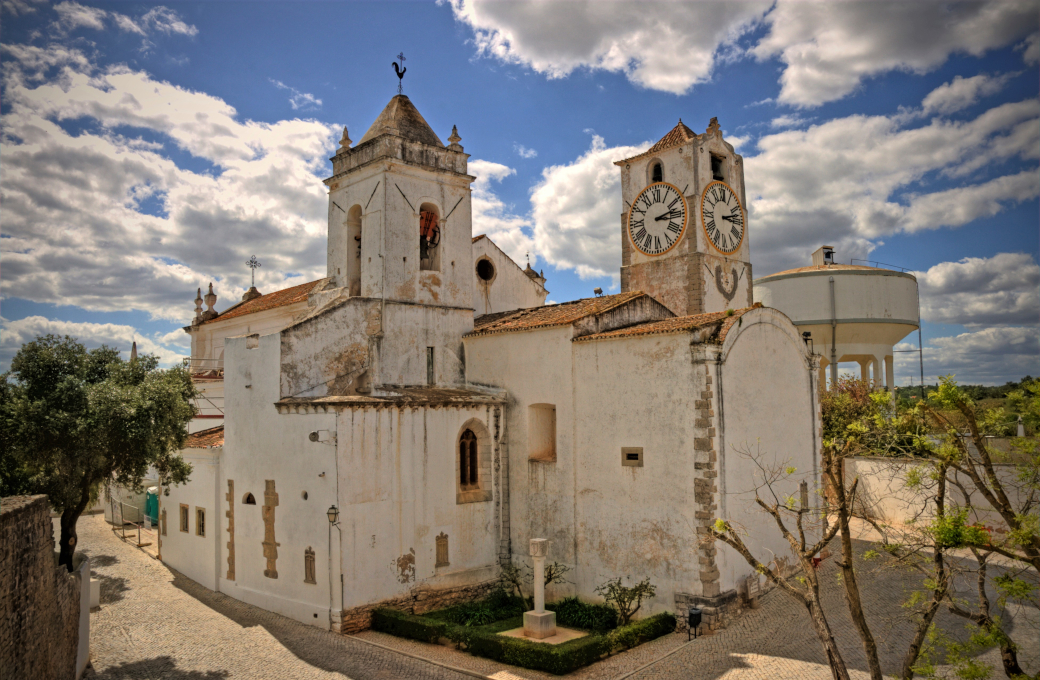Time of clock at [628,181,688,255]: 3:12
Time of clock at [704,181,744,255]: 3:12
